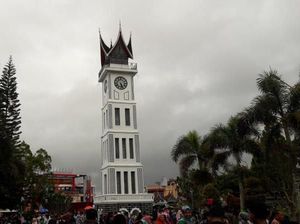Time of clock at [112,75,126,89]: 5:26
